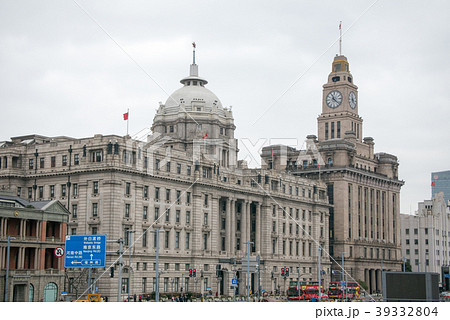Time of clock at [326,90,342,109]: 11:21
